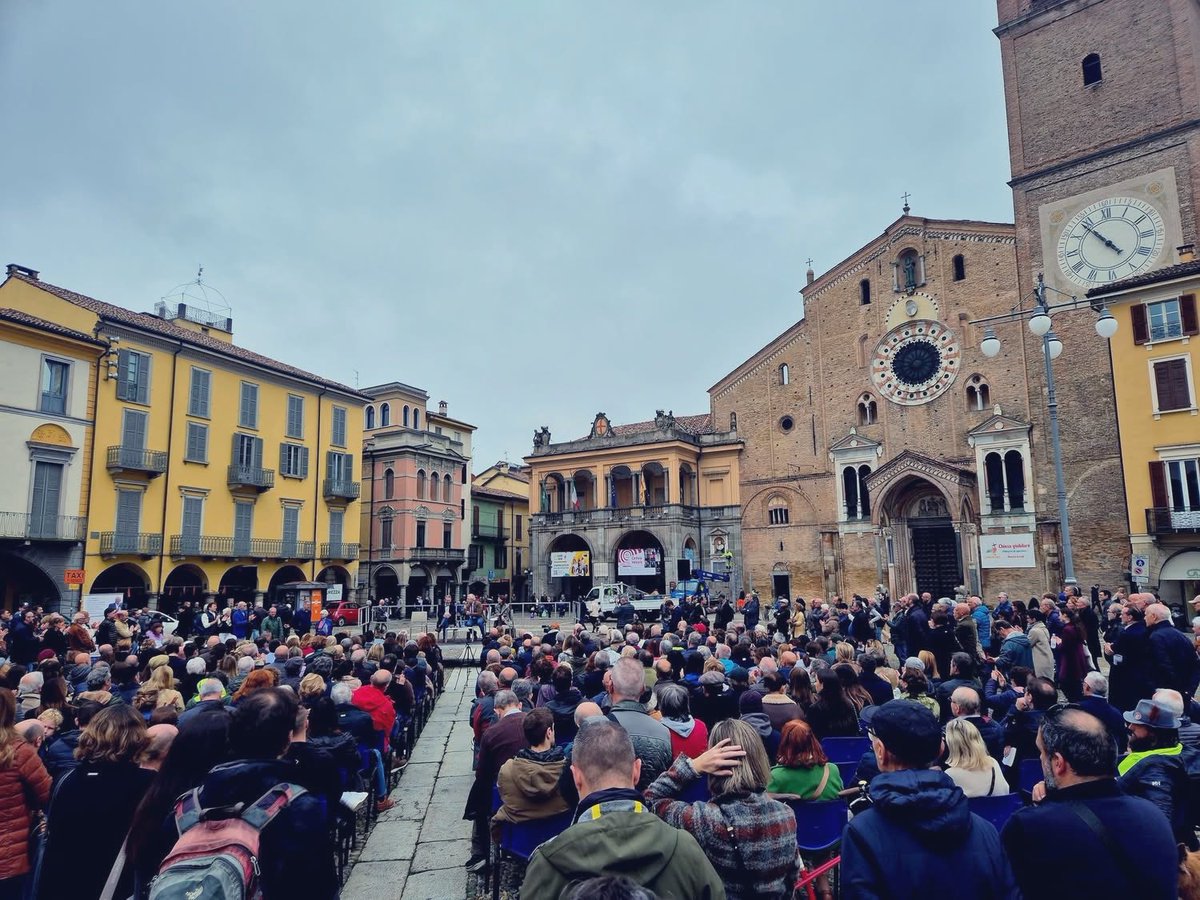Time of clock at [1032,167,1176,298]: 4:53
